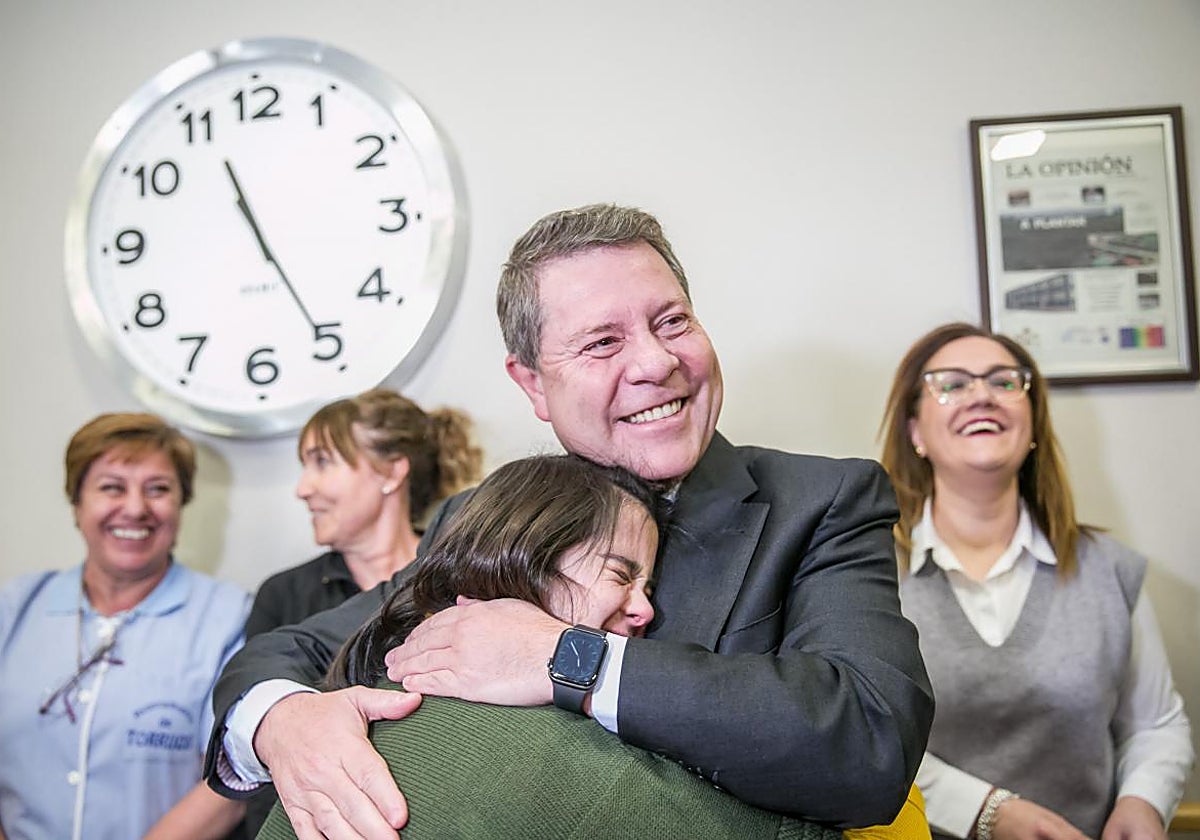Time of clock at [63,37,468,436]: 11:25
